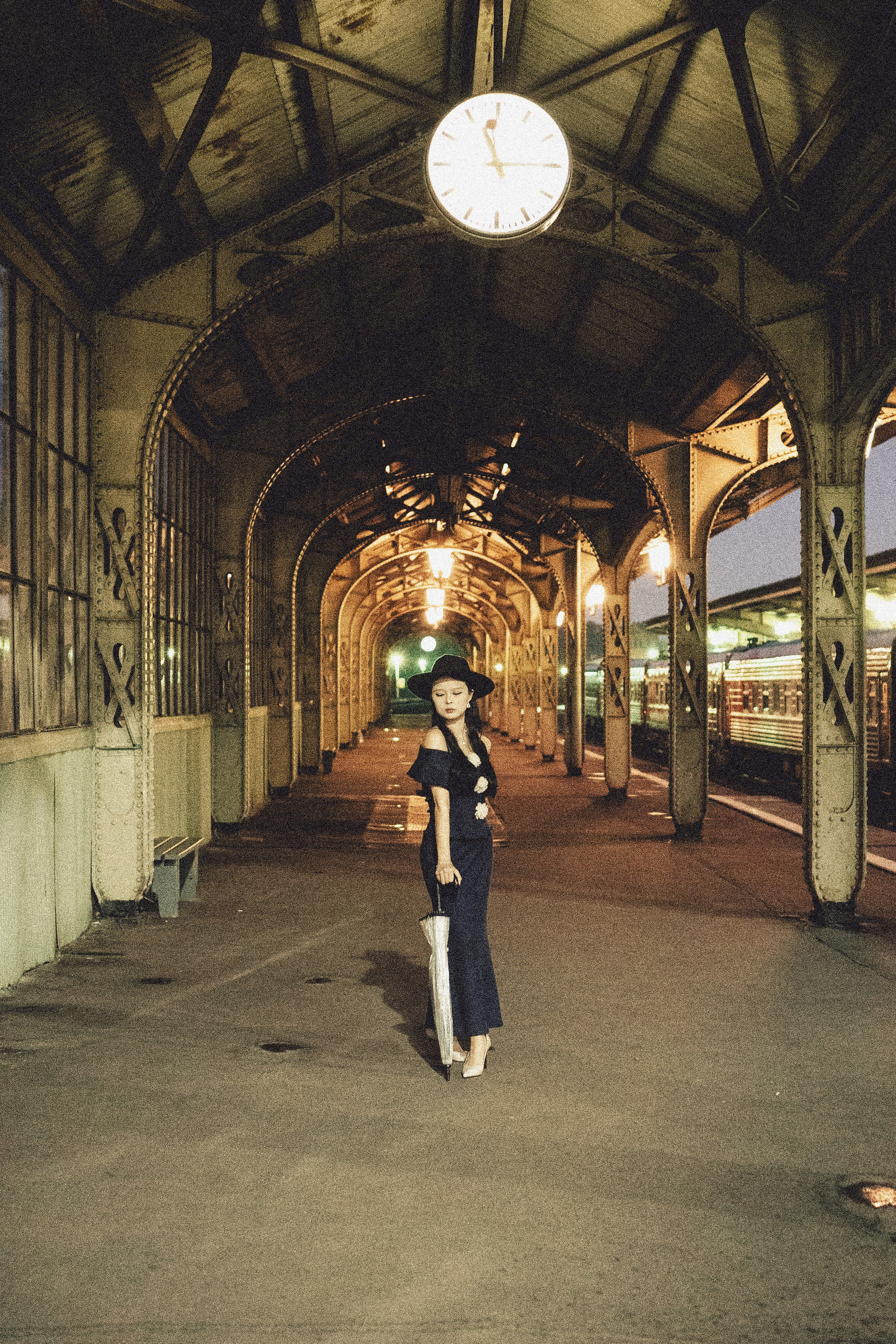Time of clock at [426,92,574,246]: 11:14
